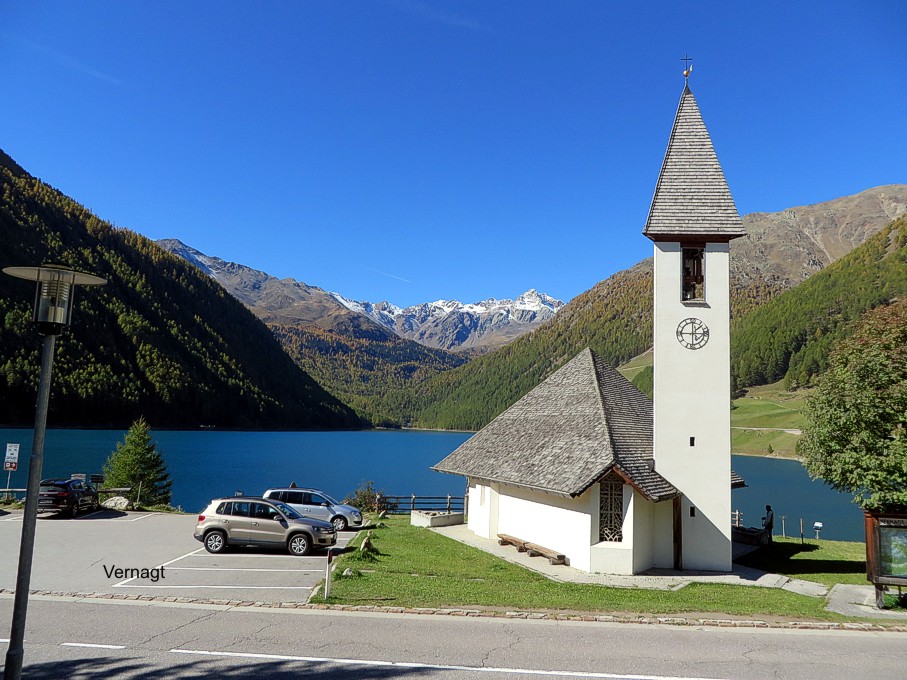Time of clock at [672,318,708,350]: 2:45
